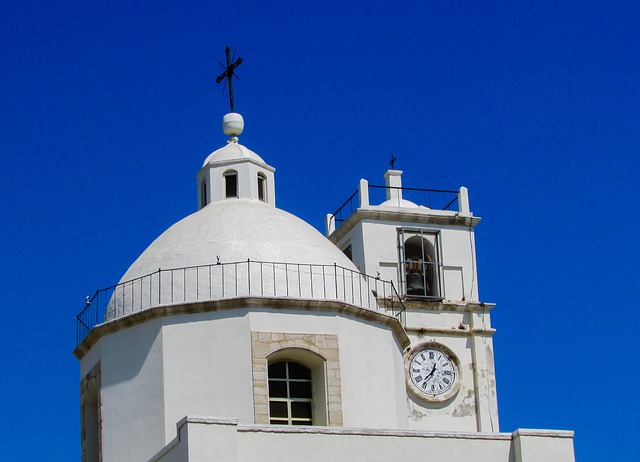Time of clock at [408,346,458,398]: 12:37
